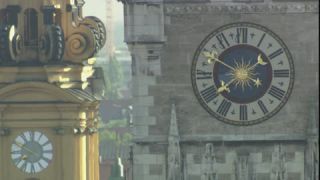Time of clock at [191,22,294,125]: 1:50
